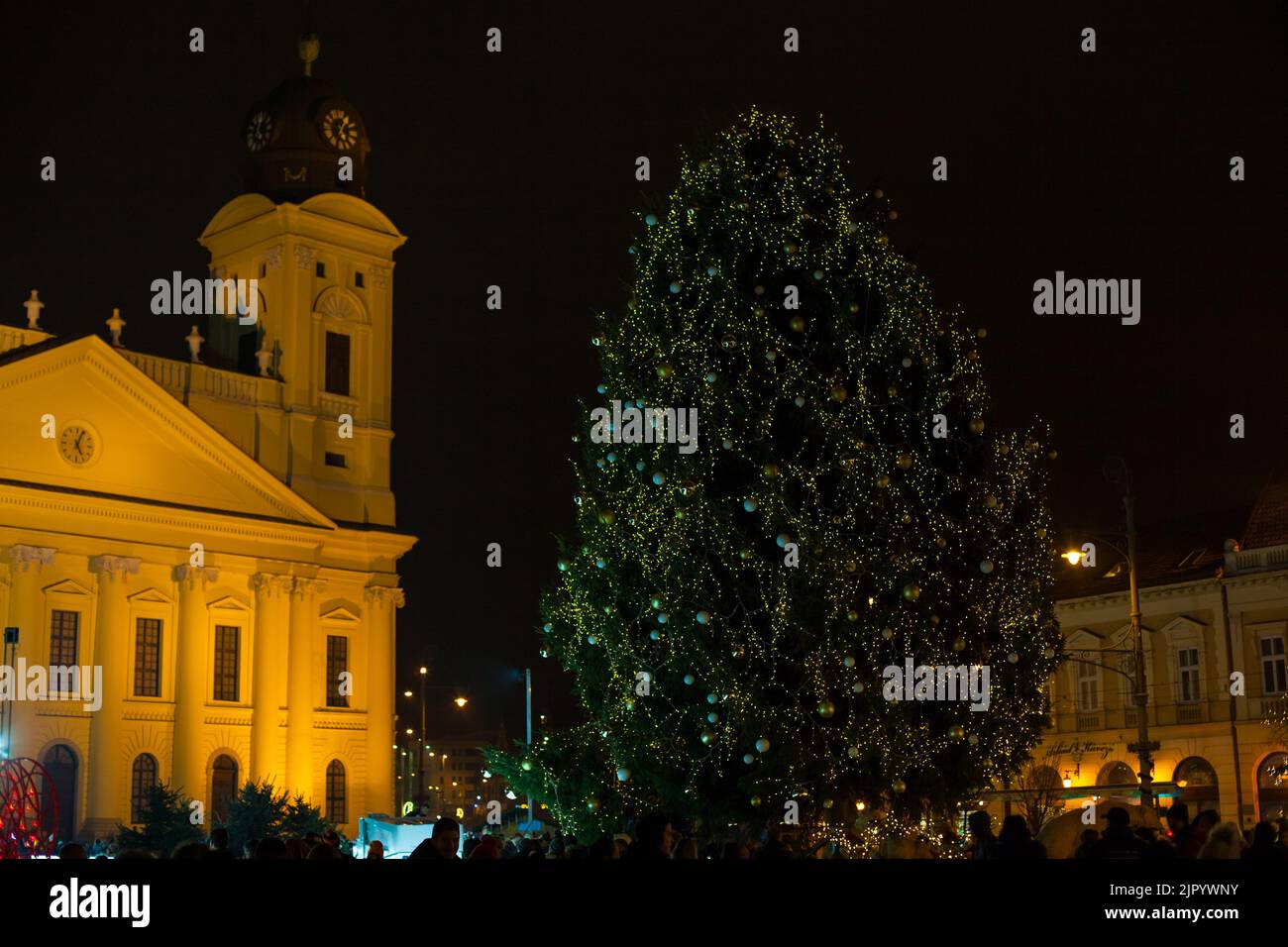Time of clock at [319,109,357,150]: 5:05
